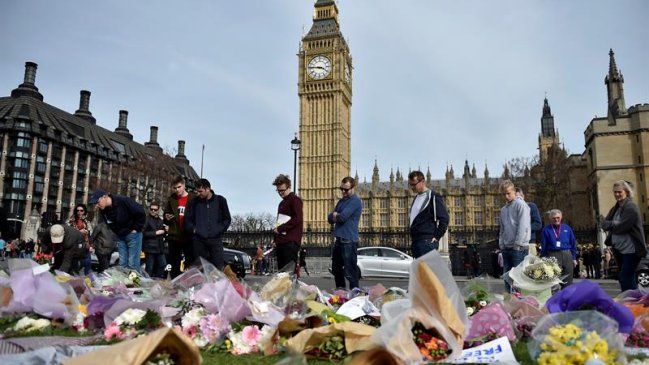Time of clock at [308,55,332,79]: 3:46
